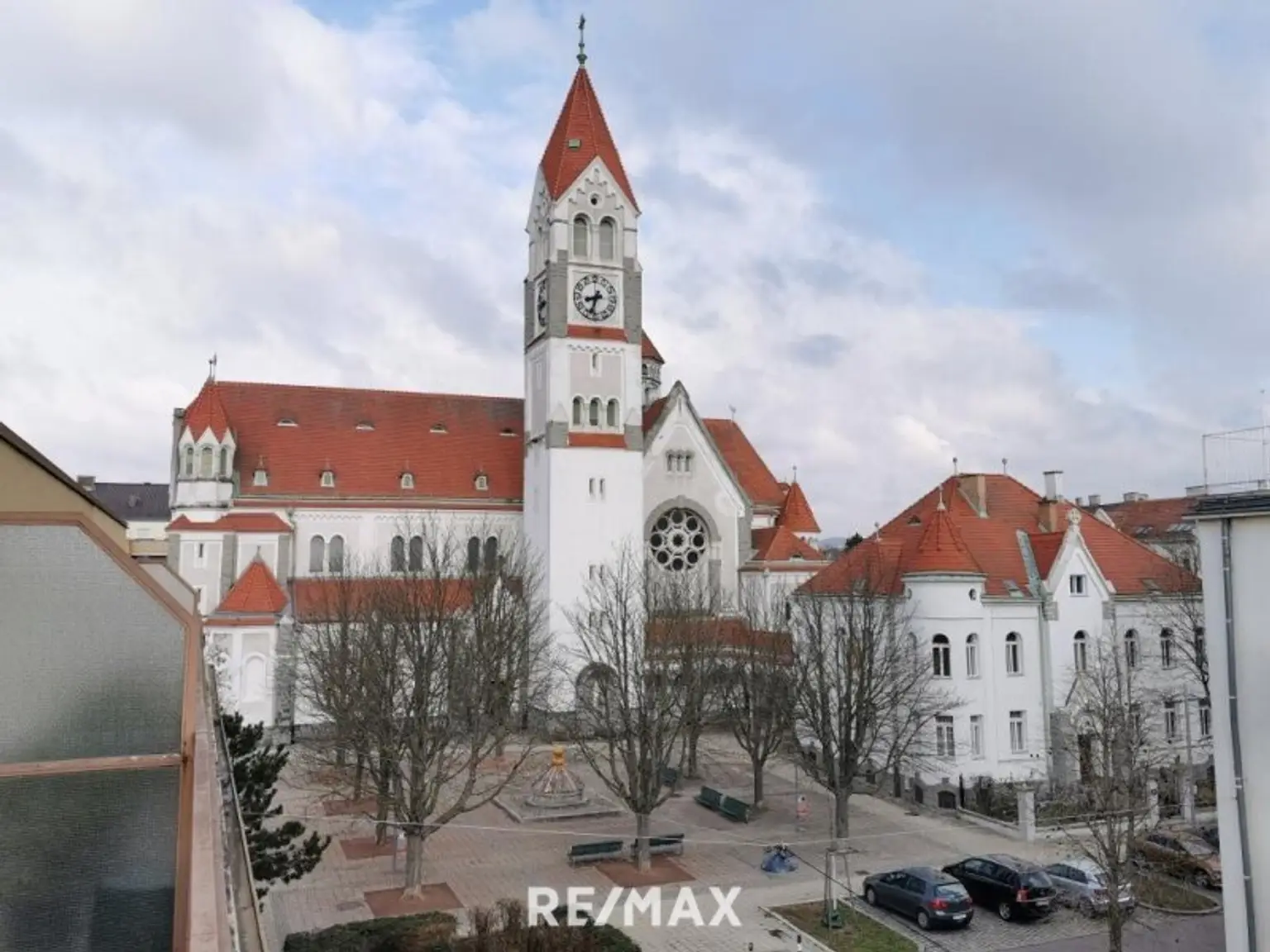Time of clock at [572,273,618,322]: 8:33
